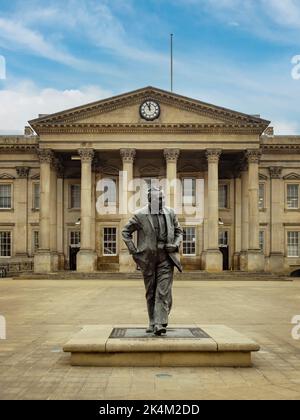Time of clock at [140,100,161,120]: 11:55
